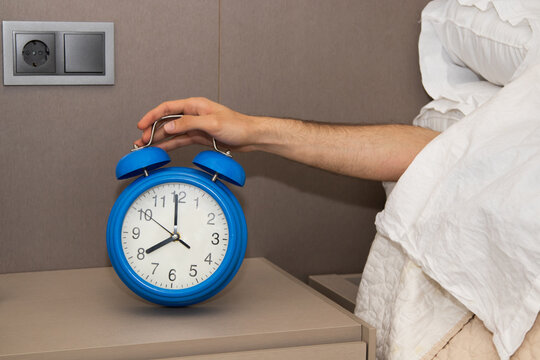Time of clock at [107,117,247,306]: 7:59
